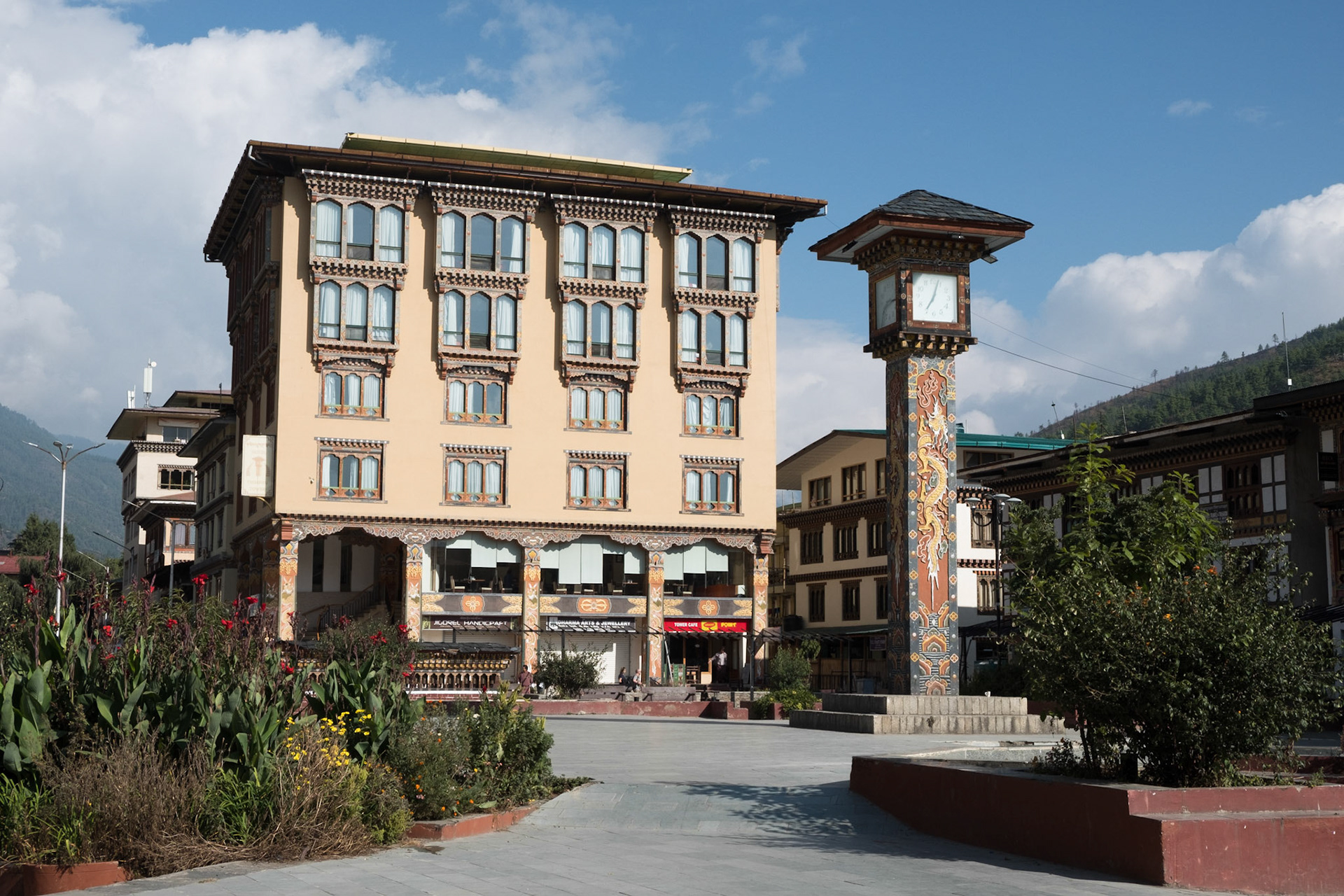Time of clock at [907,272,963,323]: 7:03
